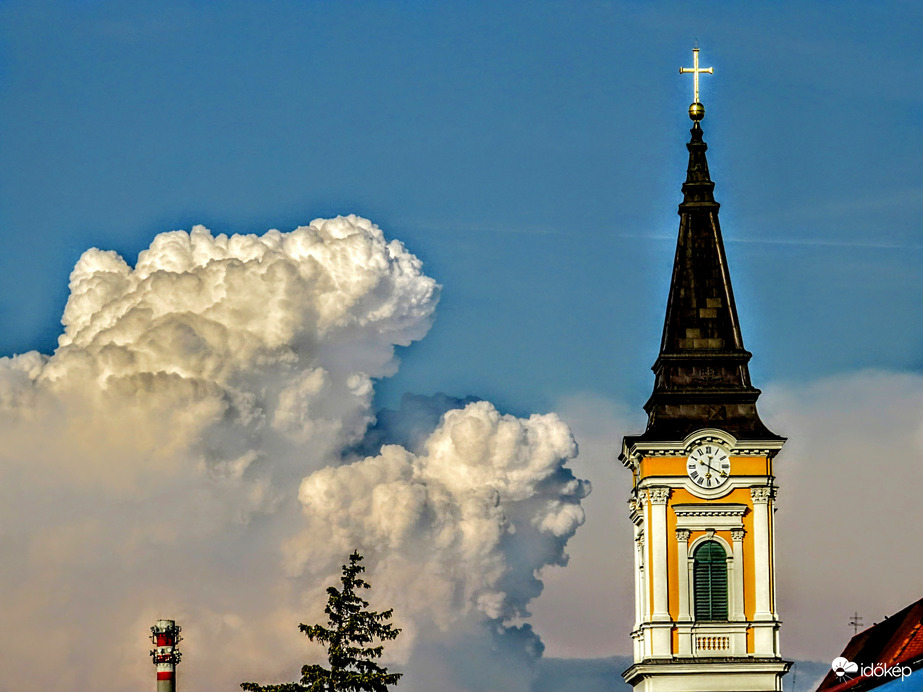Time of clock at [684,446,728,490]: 12:19
